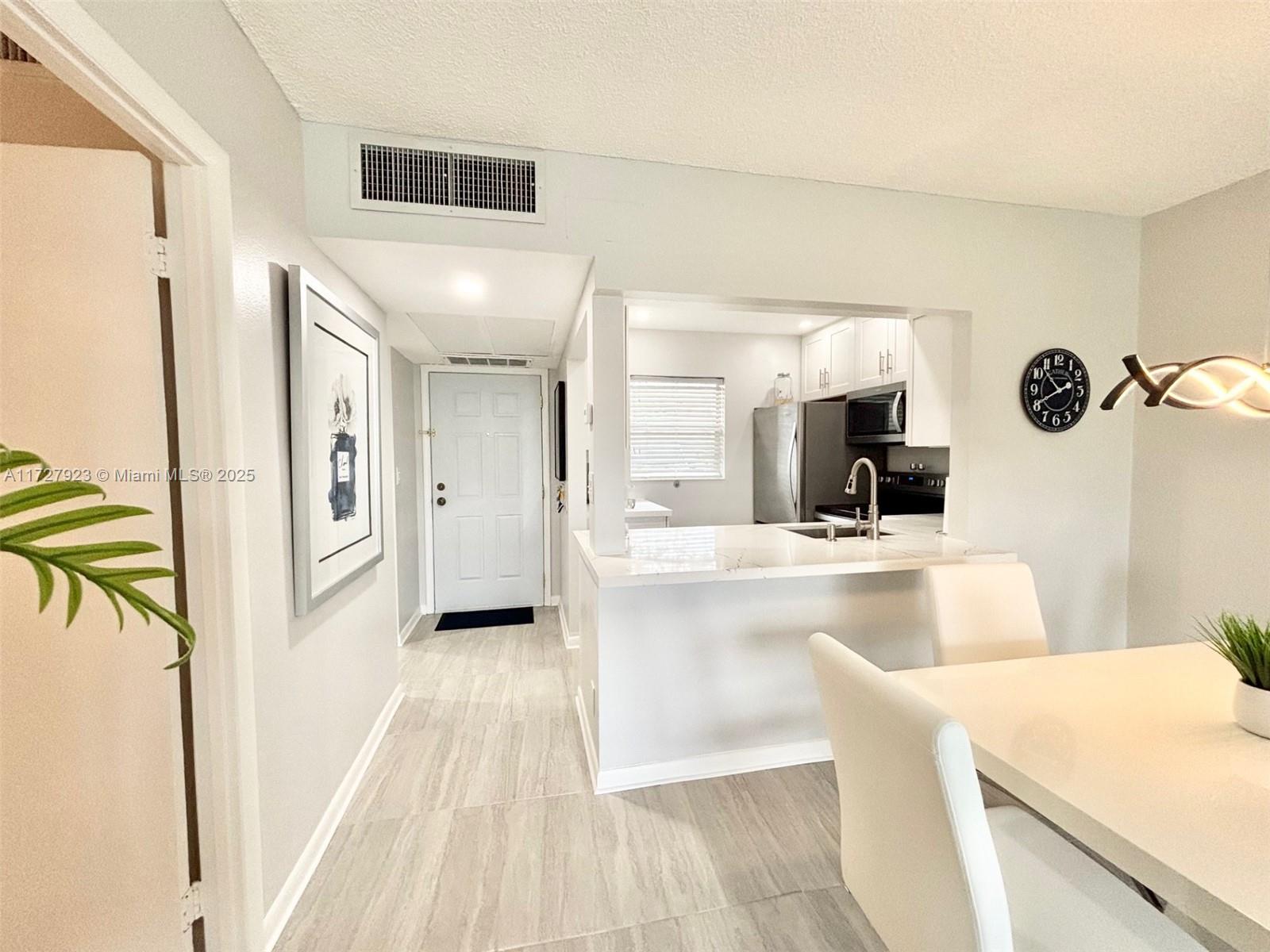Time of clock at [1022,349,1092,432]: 10:40
